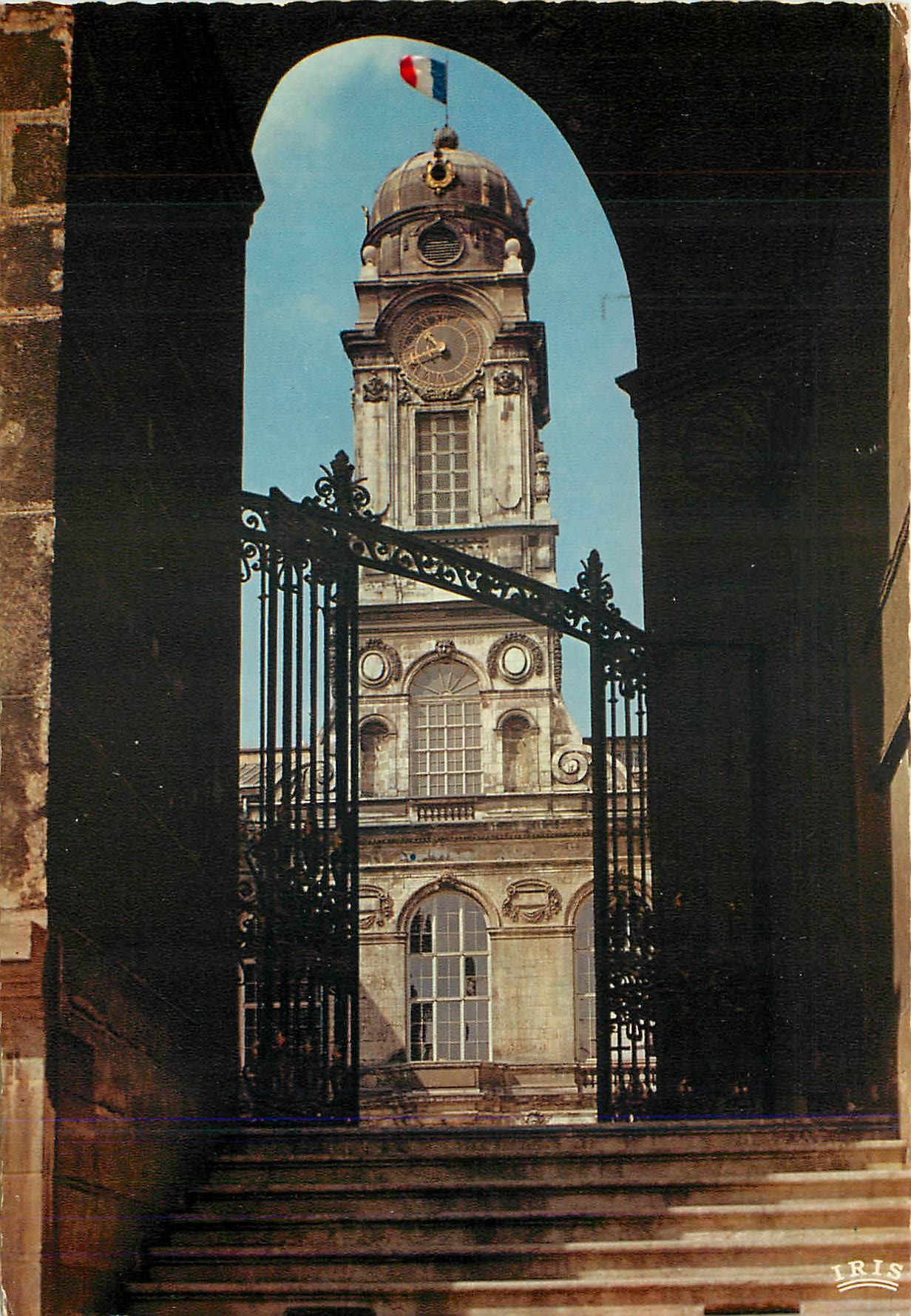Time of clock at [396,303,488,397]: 10:41
